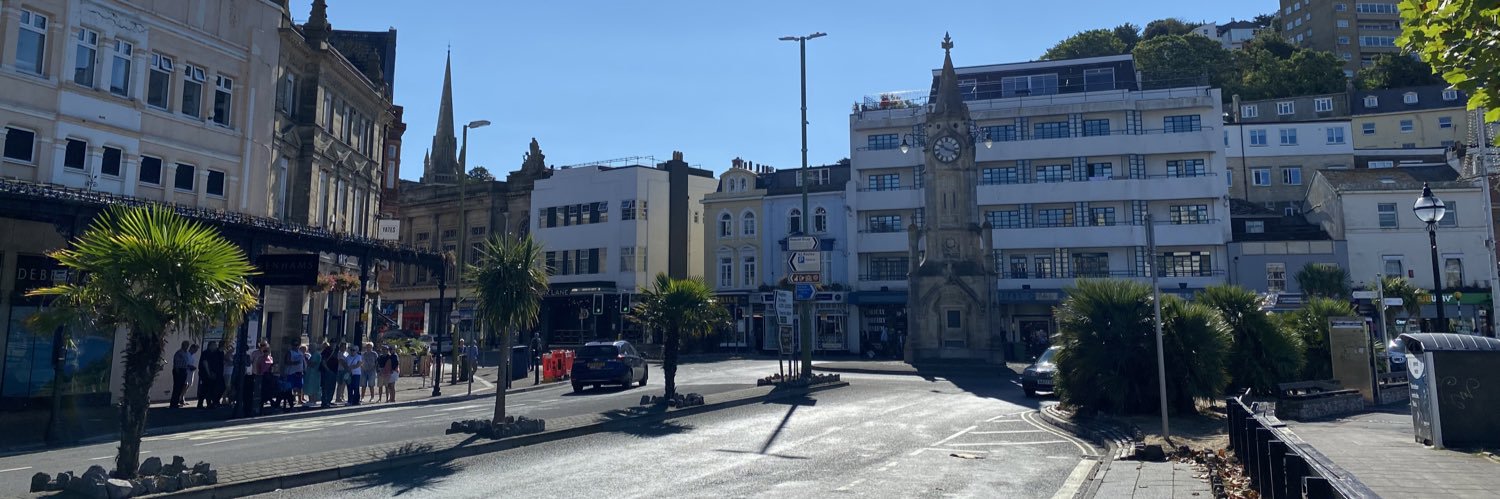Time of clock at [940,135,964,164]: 10:17
